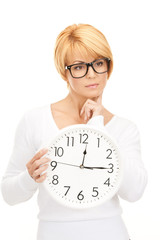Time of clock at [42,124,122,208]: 12:14
